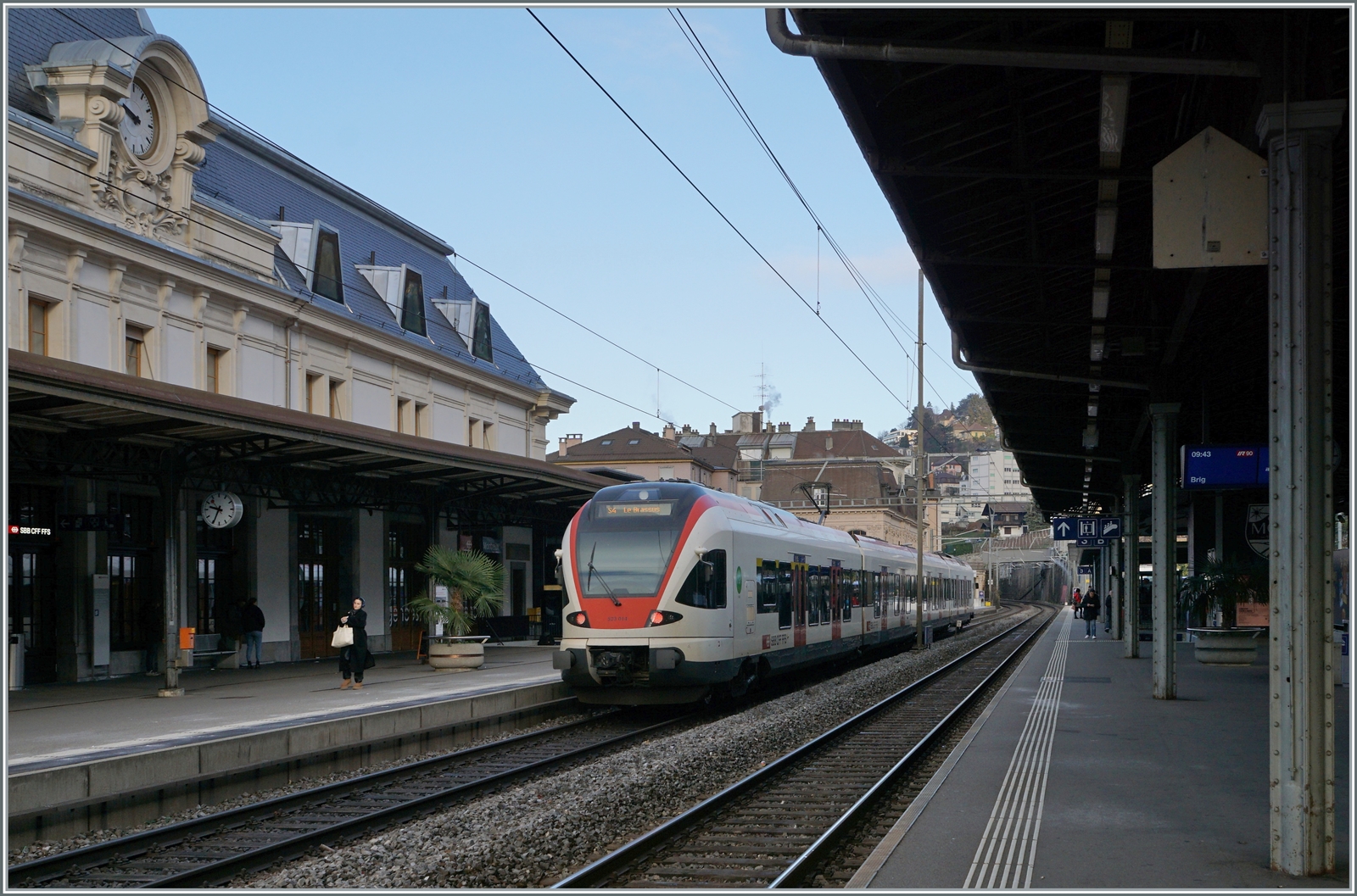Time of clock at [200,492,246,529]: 9:34
